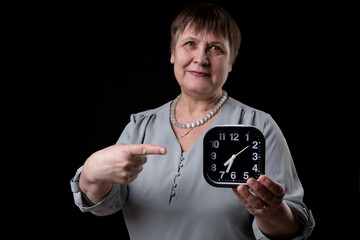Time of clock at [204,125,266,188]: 7:33
